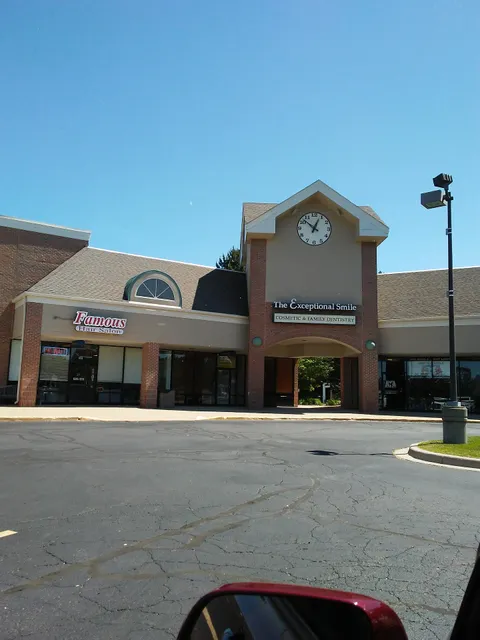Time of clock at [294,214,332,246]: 12:52
